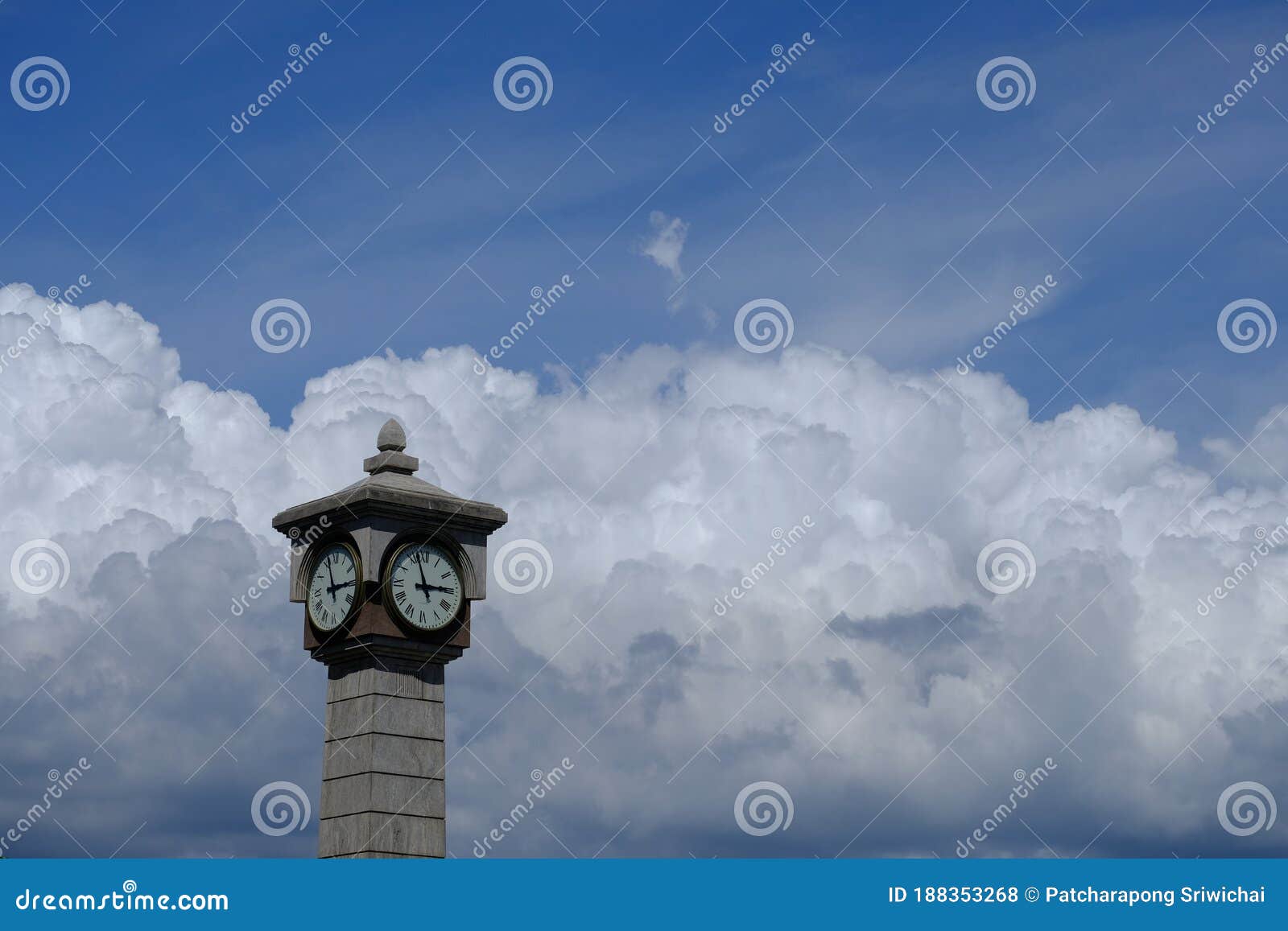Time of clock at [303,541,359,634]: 2:56
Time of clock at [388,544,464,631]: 2:57
